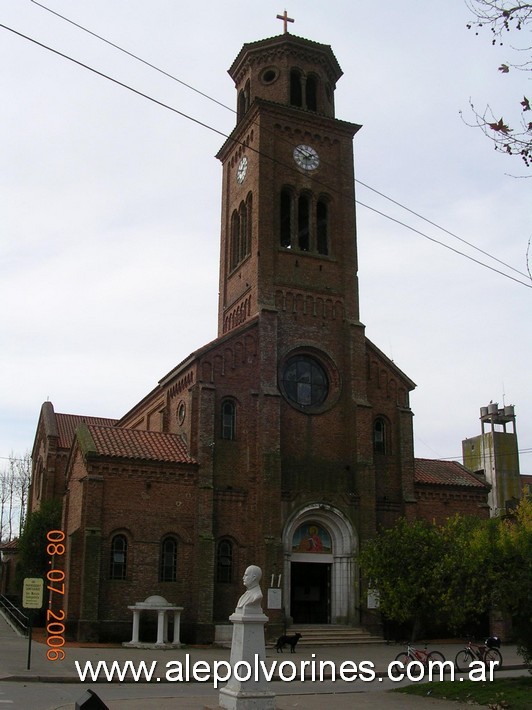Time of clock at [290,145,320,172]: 1:50
